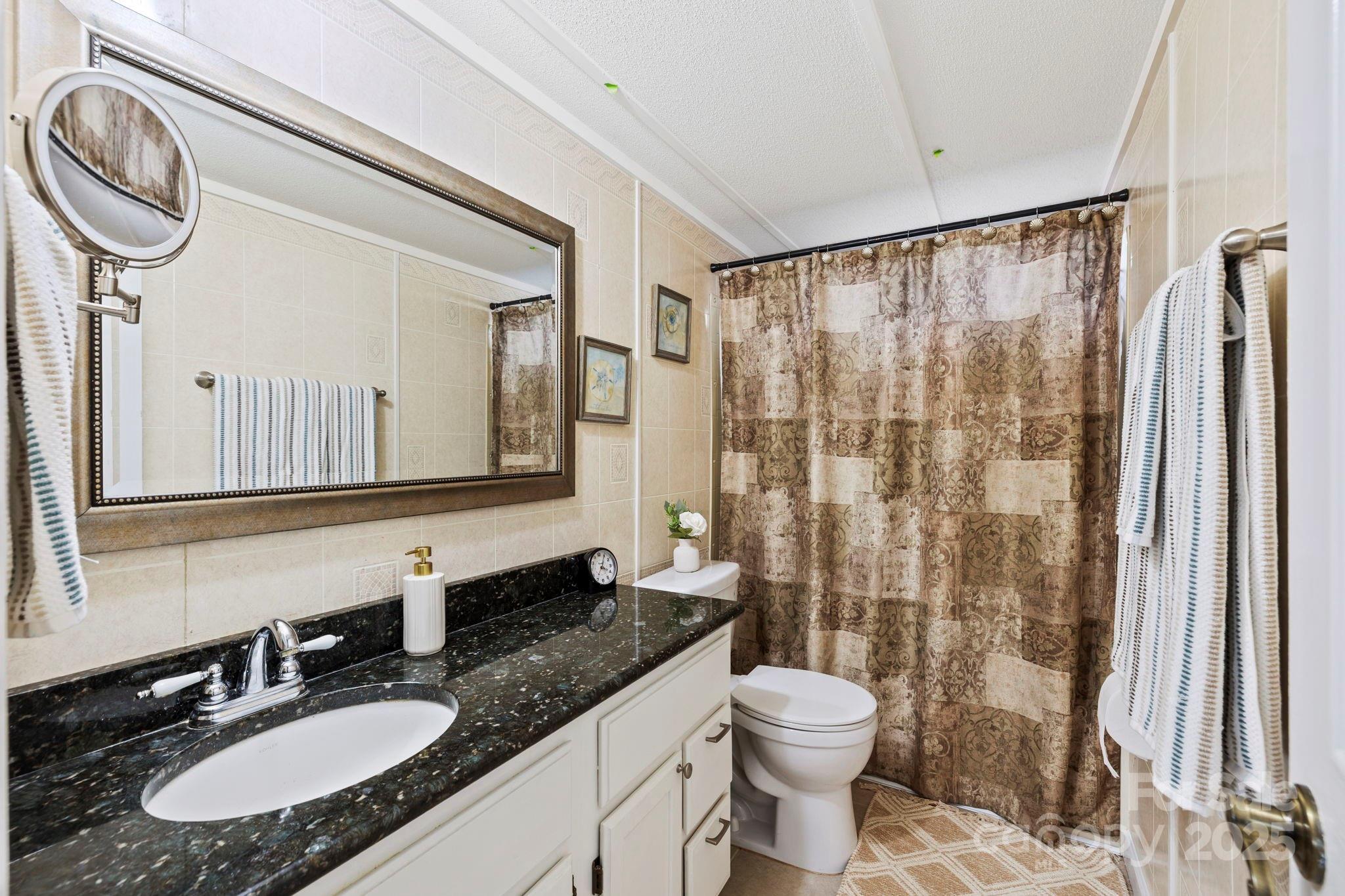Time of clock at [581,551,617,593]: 4:04
